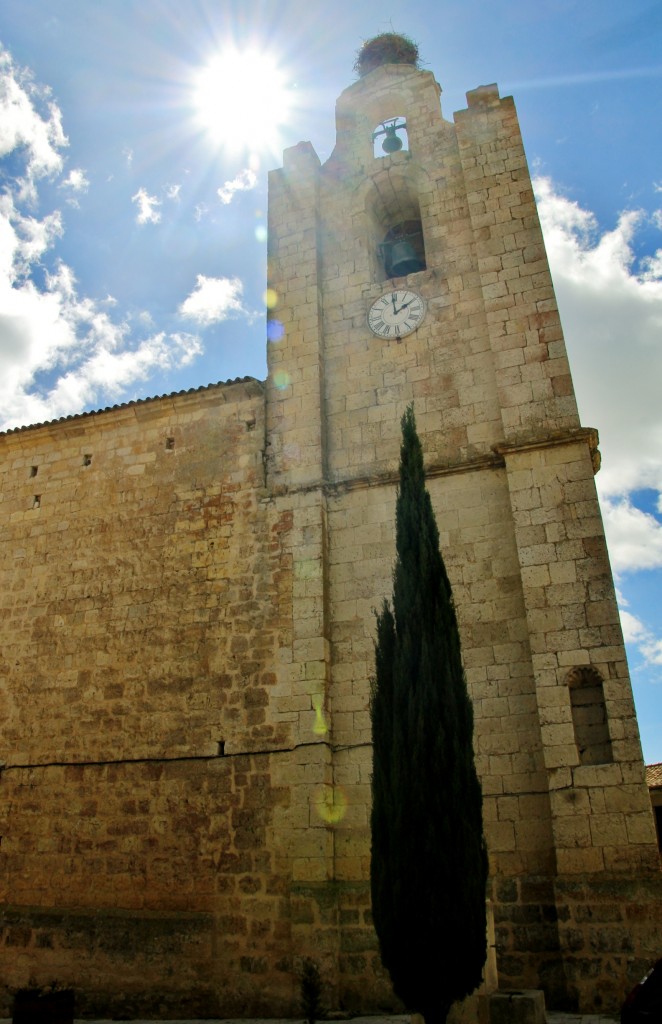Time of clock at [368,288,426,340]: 1:59
